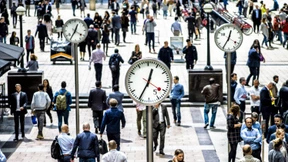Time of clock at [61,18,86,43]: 12:35
